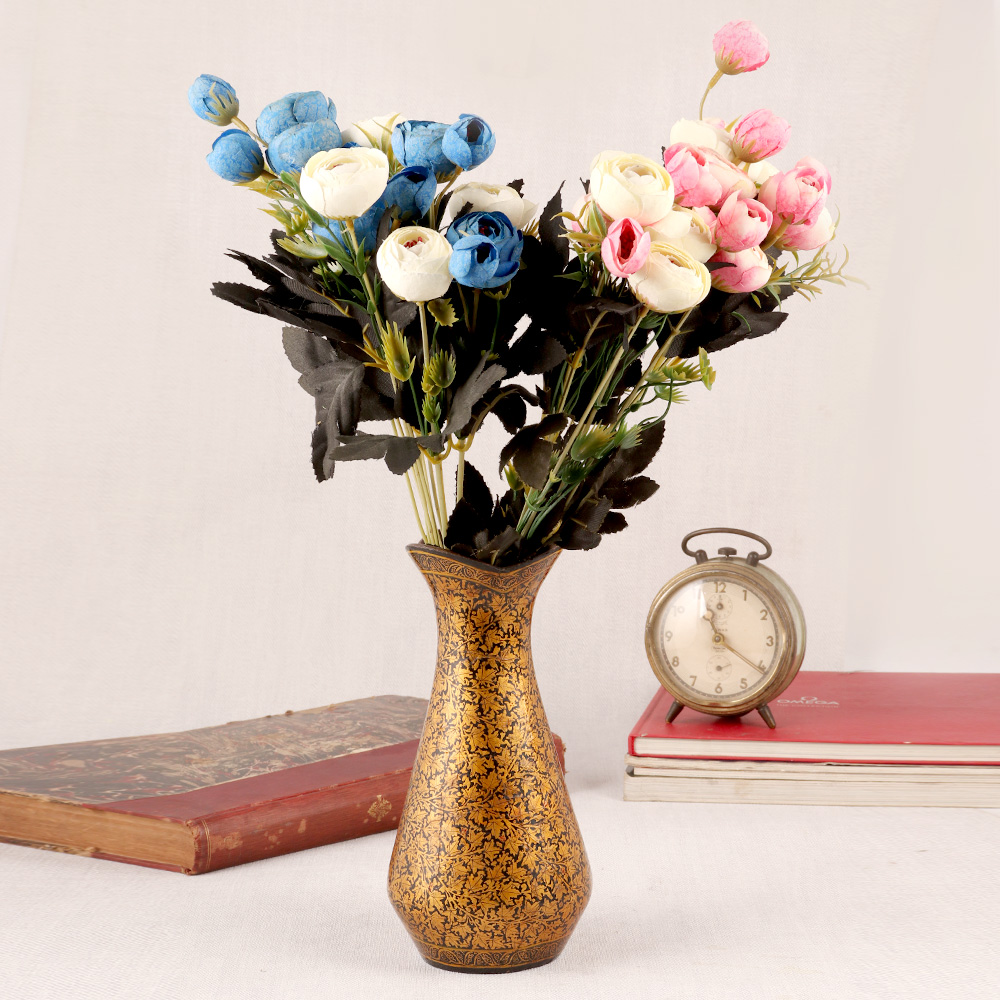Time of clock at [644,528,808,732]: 11:21
